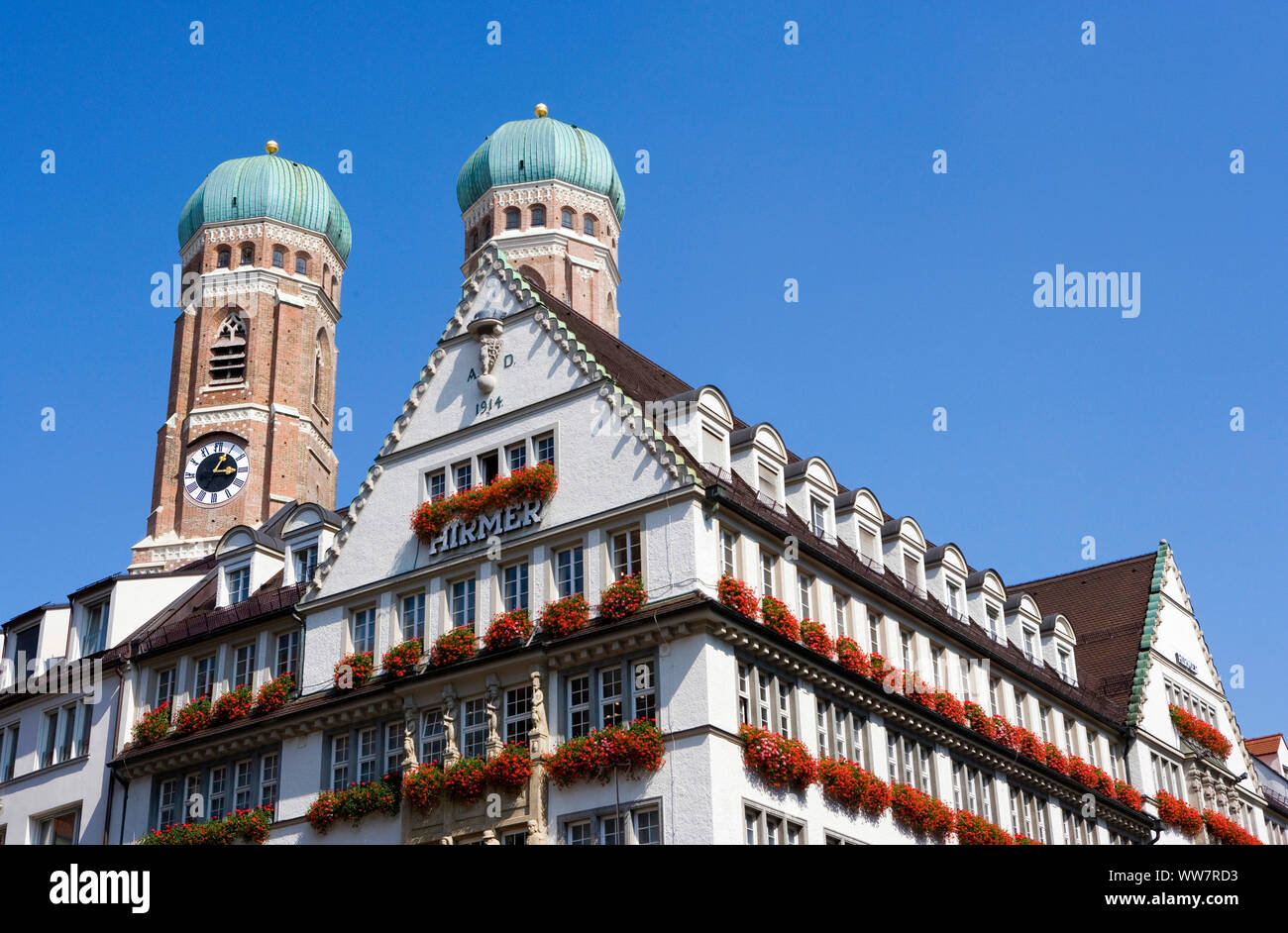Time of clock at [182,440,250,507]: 3:04
